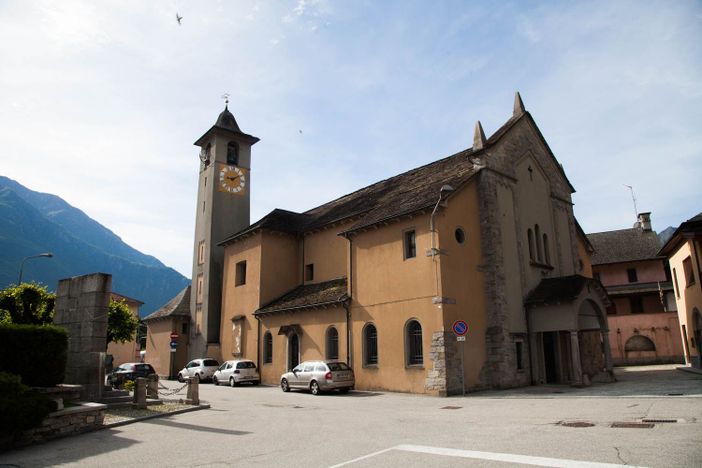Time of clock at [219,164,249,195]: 9:09
